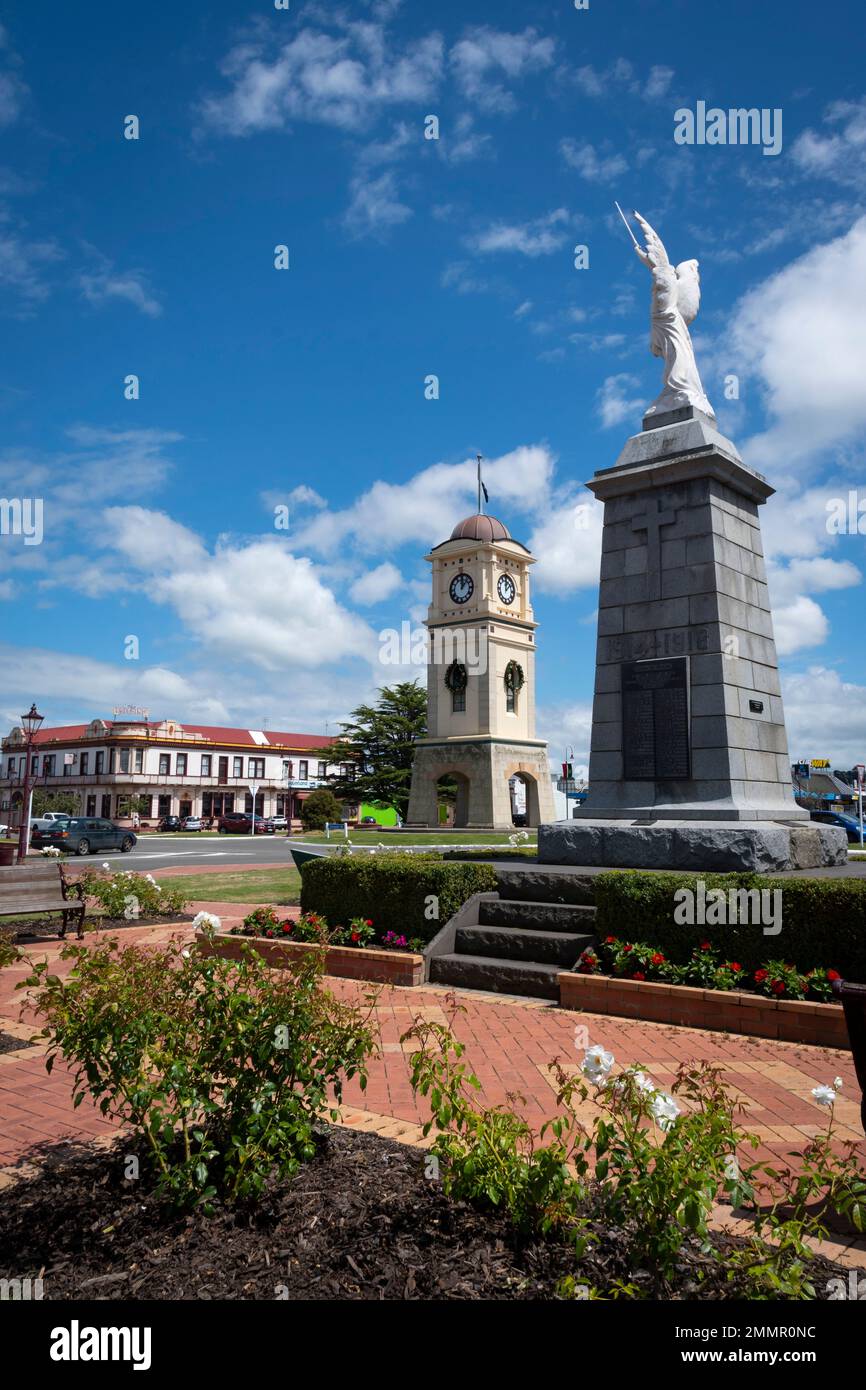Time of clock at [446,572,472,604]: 12:06
